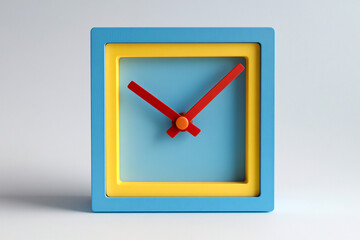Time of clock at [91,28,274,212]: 10:07
